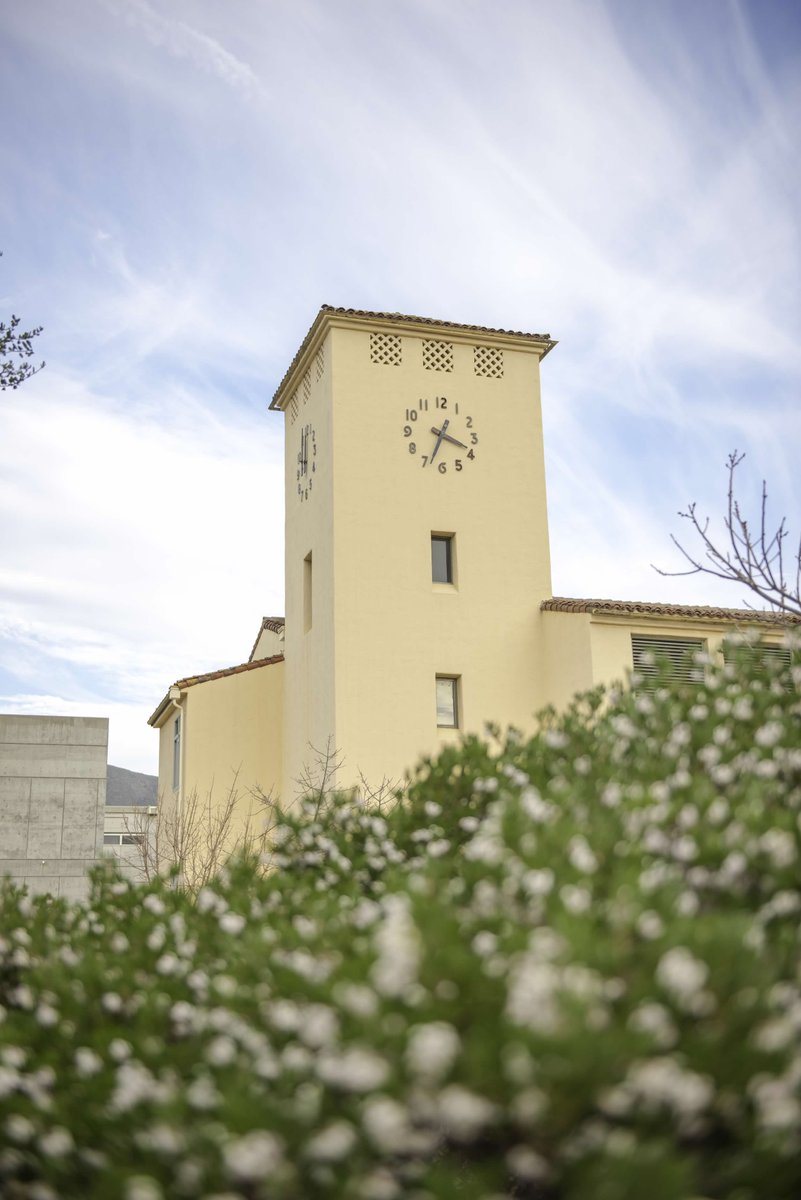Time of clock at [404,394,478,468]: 3:33
